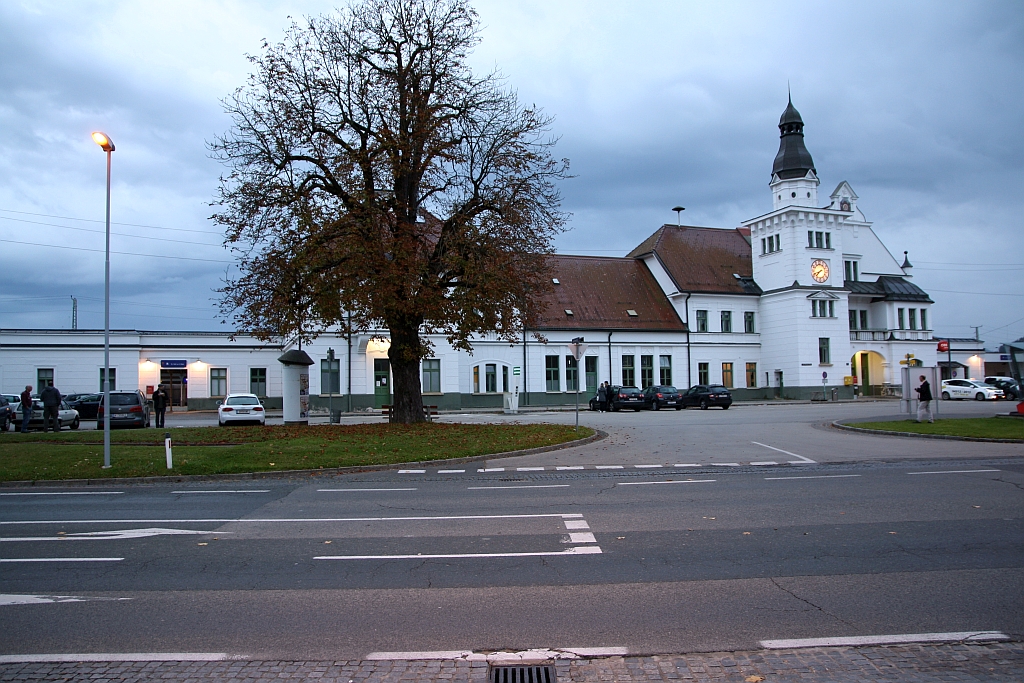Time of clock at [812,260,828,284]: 7:41
